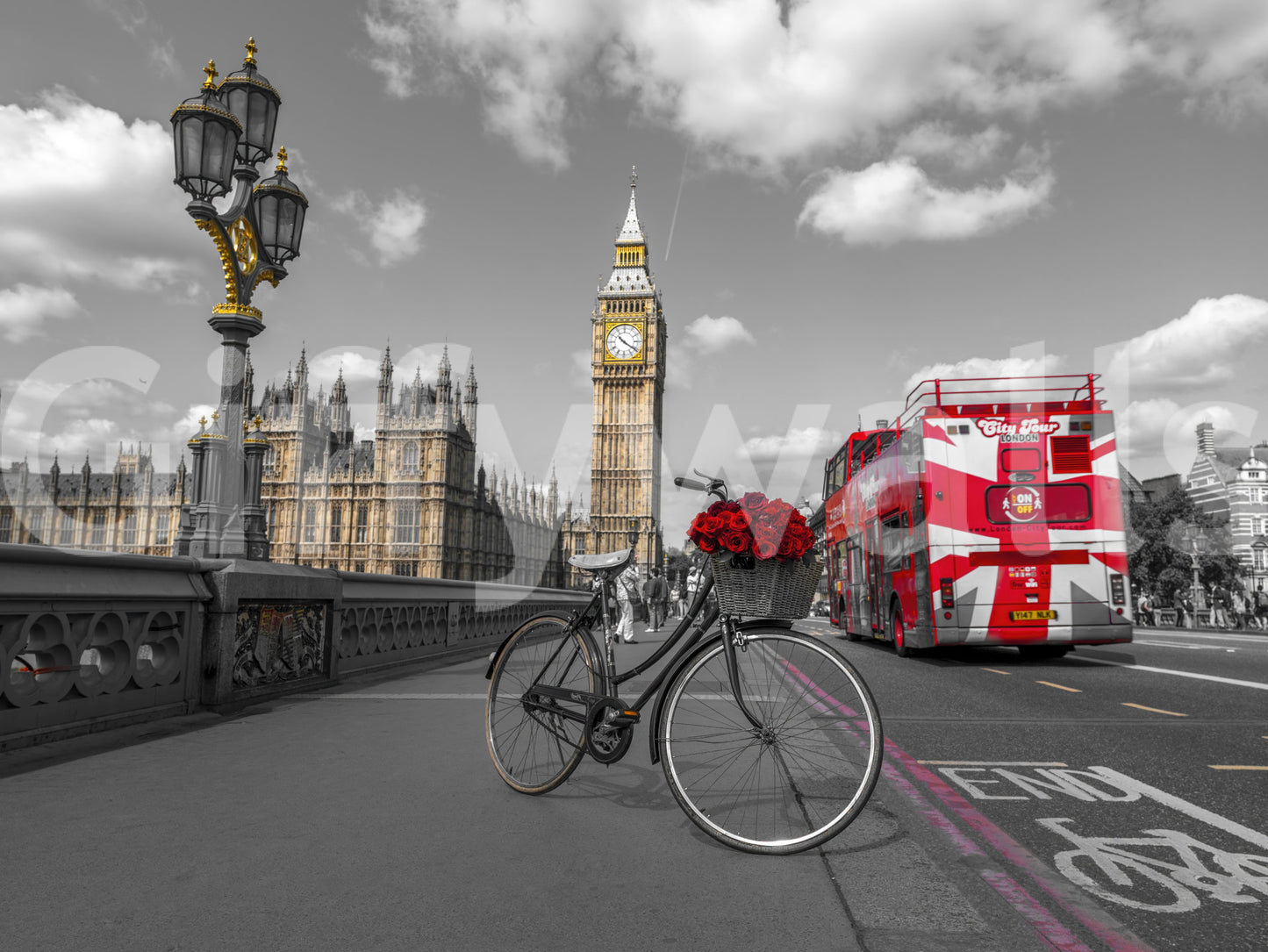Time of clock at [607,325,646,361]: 10:20
